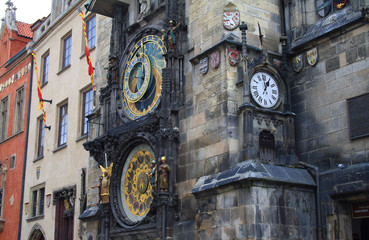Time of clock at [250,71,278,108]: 12:58
